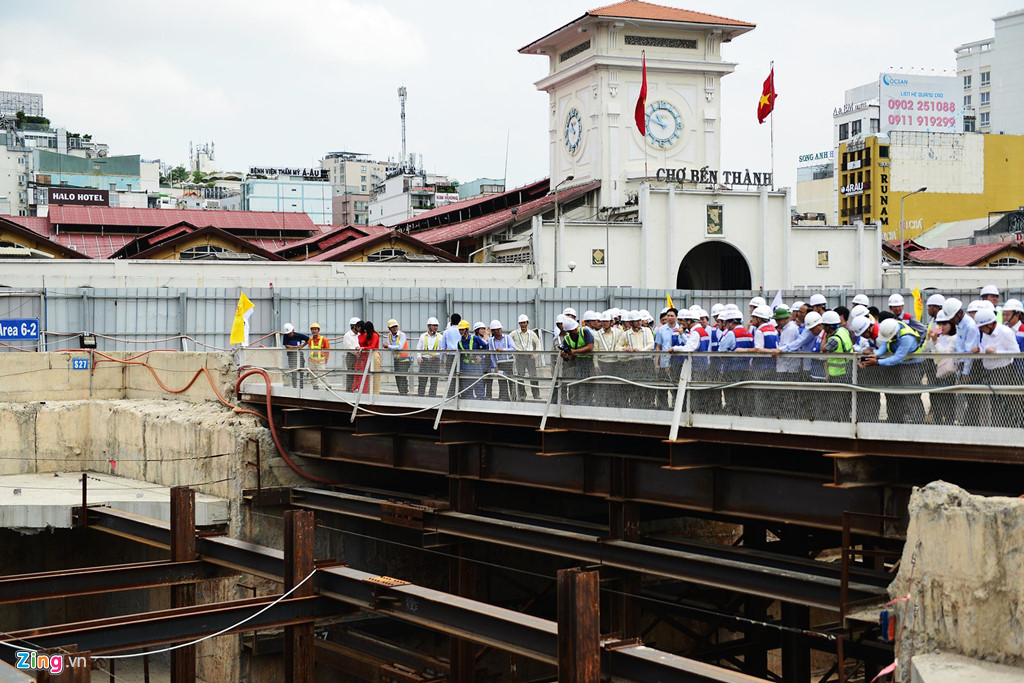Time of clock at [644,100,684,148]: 10:48
